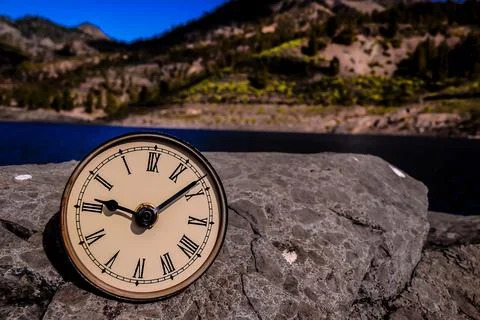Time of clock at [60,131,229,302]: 9:08
